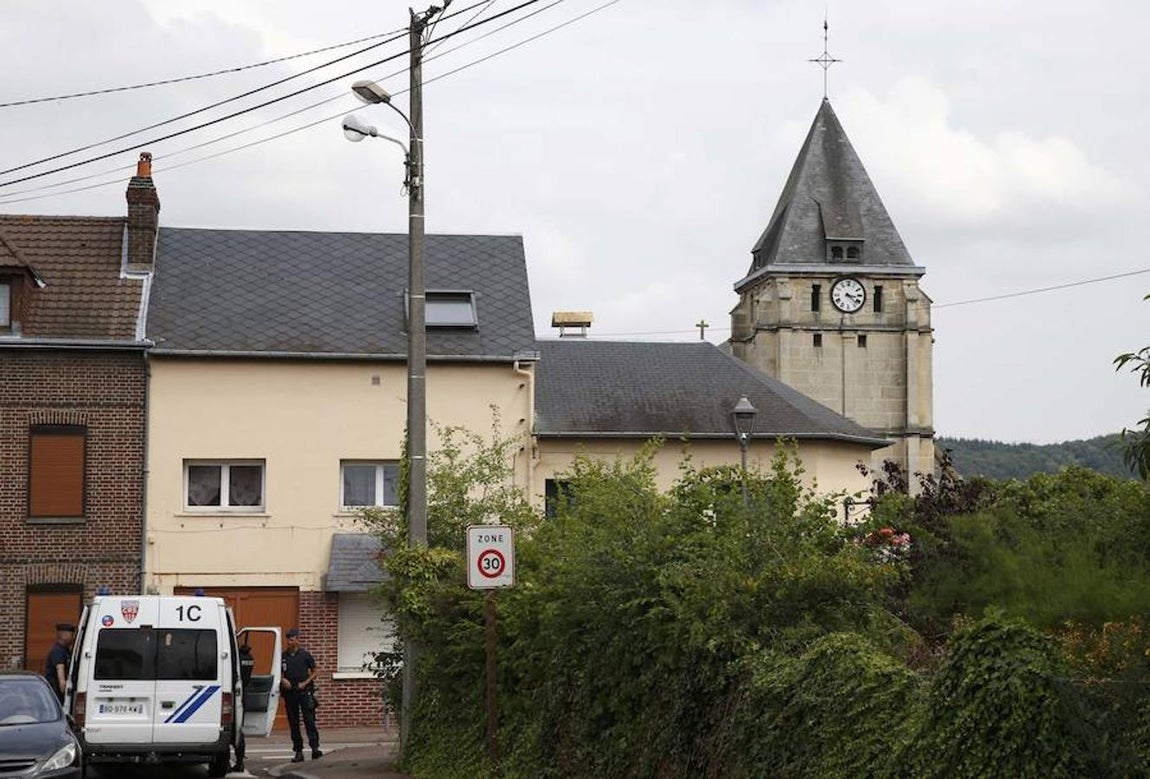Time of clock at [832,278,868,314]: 3:22
